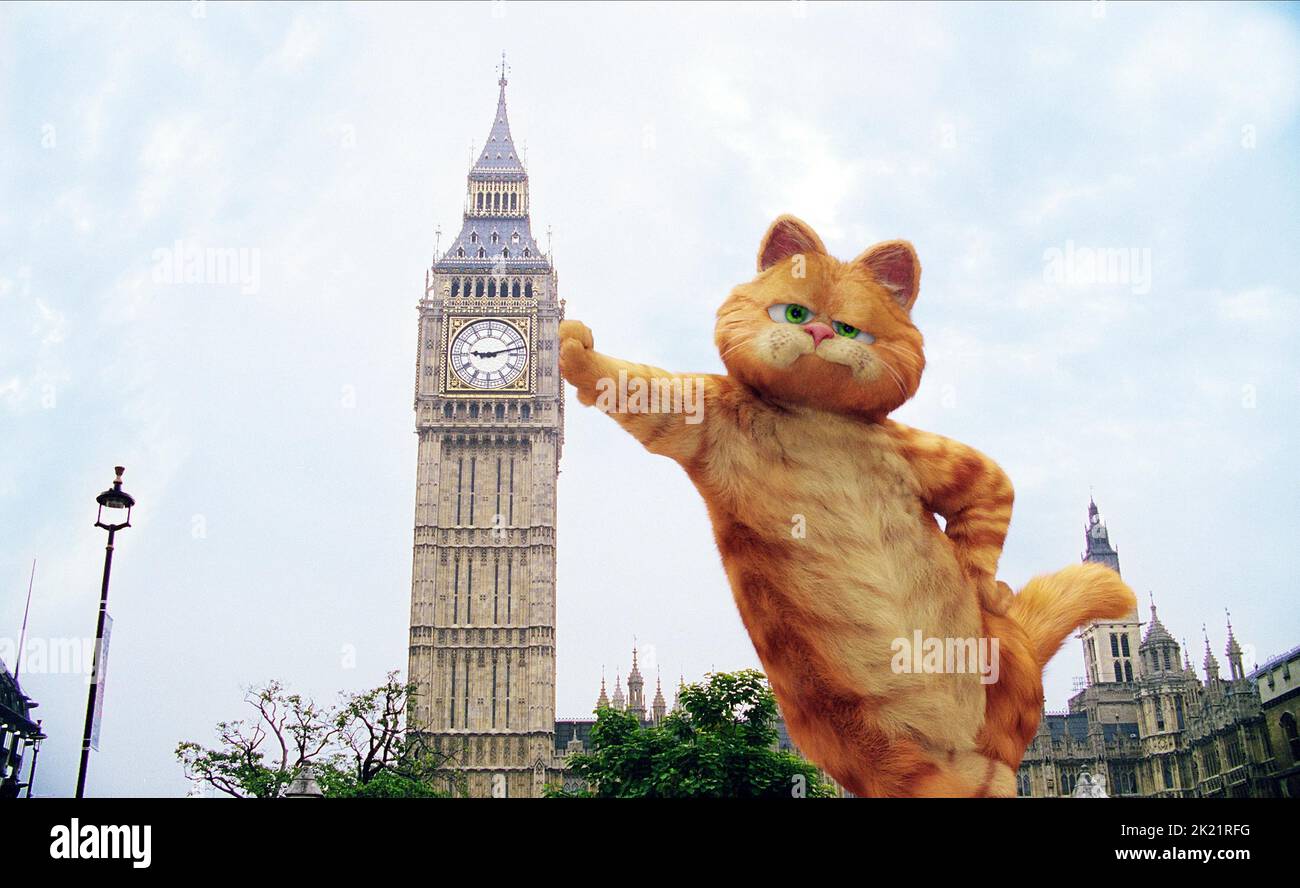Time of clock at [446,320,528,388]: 9:12
